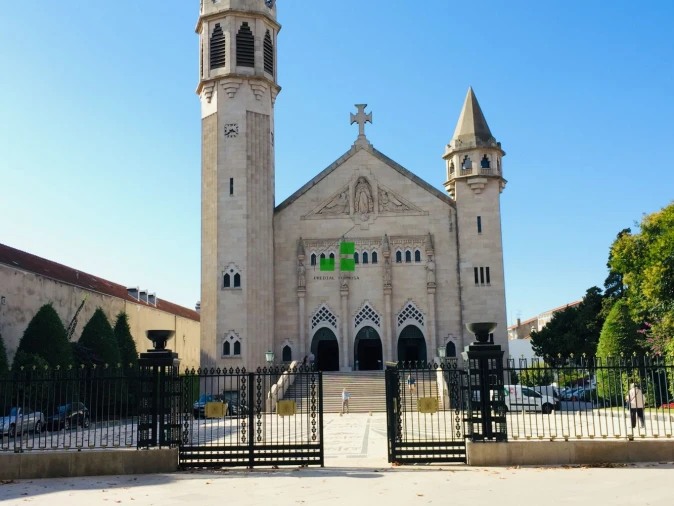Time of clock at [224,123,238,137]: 3:38
